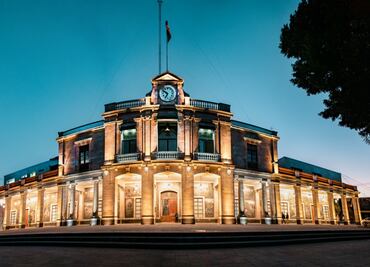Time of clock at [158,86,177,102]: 6:50
